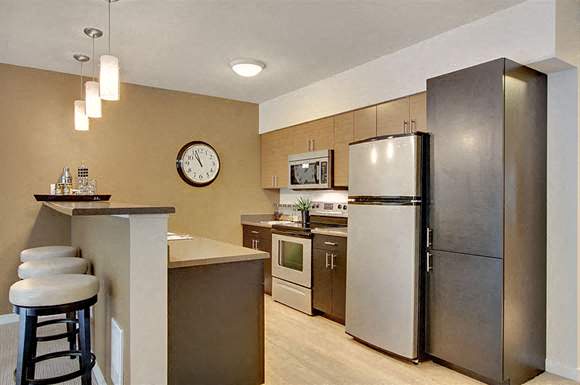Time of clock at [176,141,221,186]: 10:56
